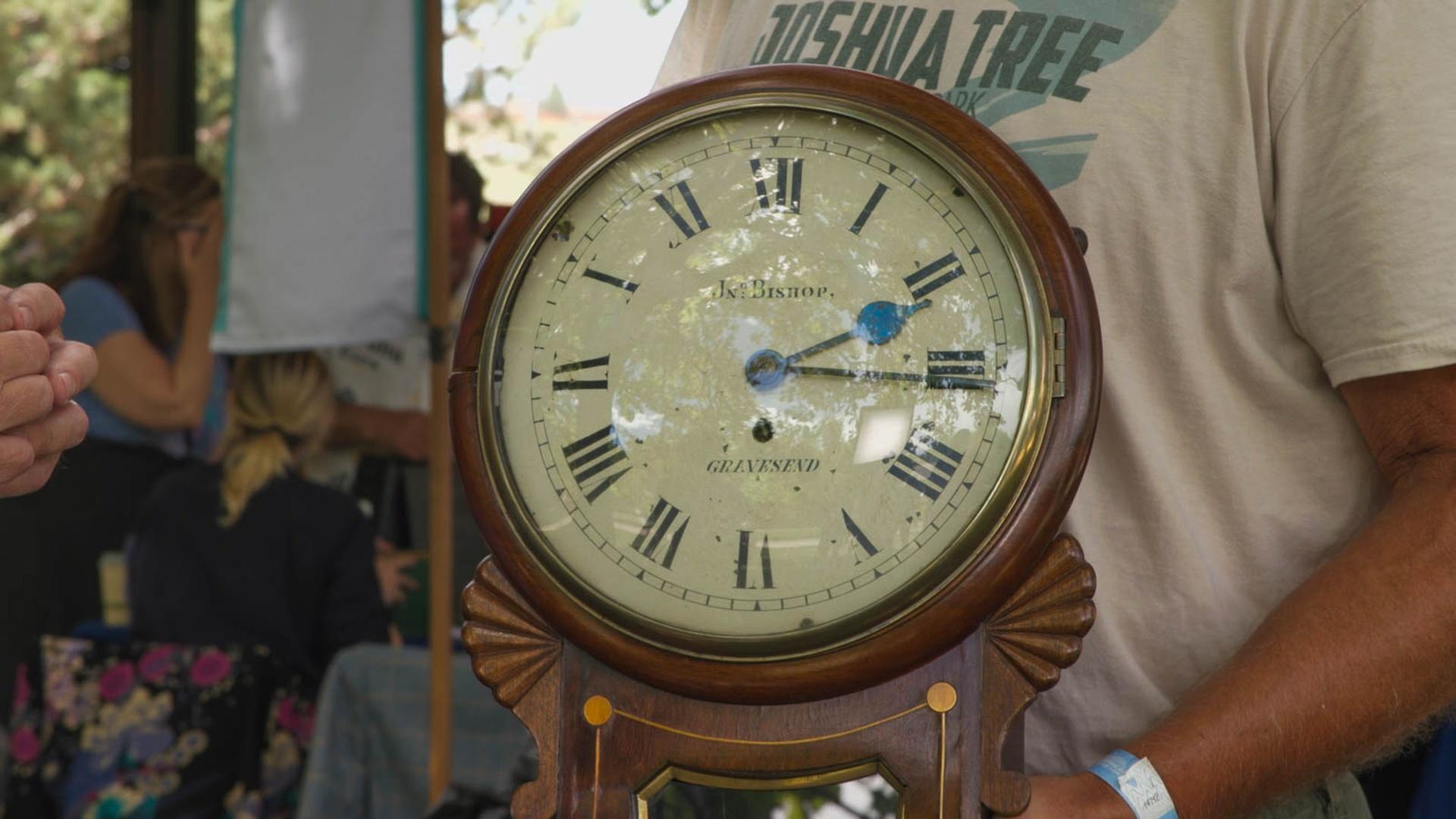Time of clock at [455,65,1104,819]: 2:15
